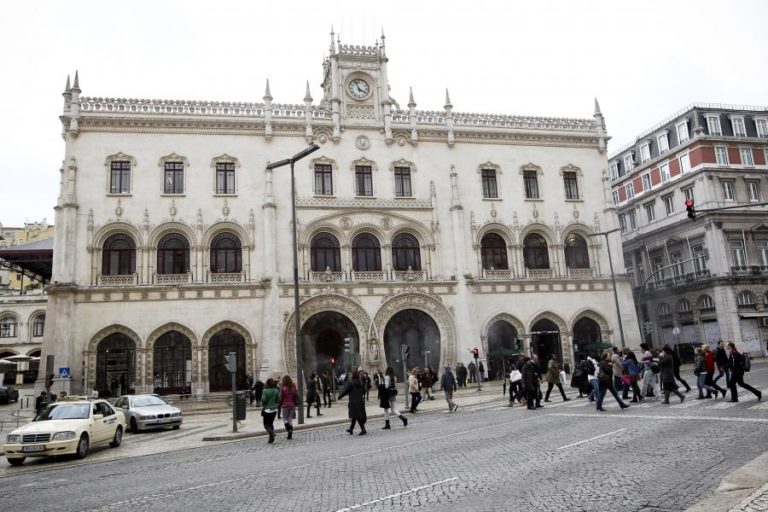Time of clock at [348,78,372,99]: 3:57
